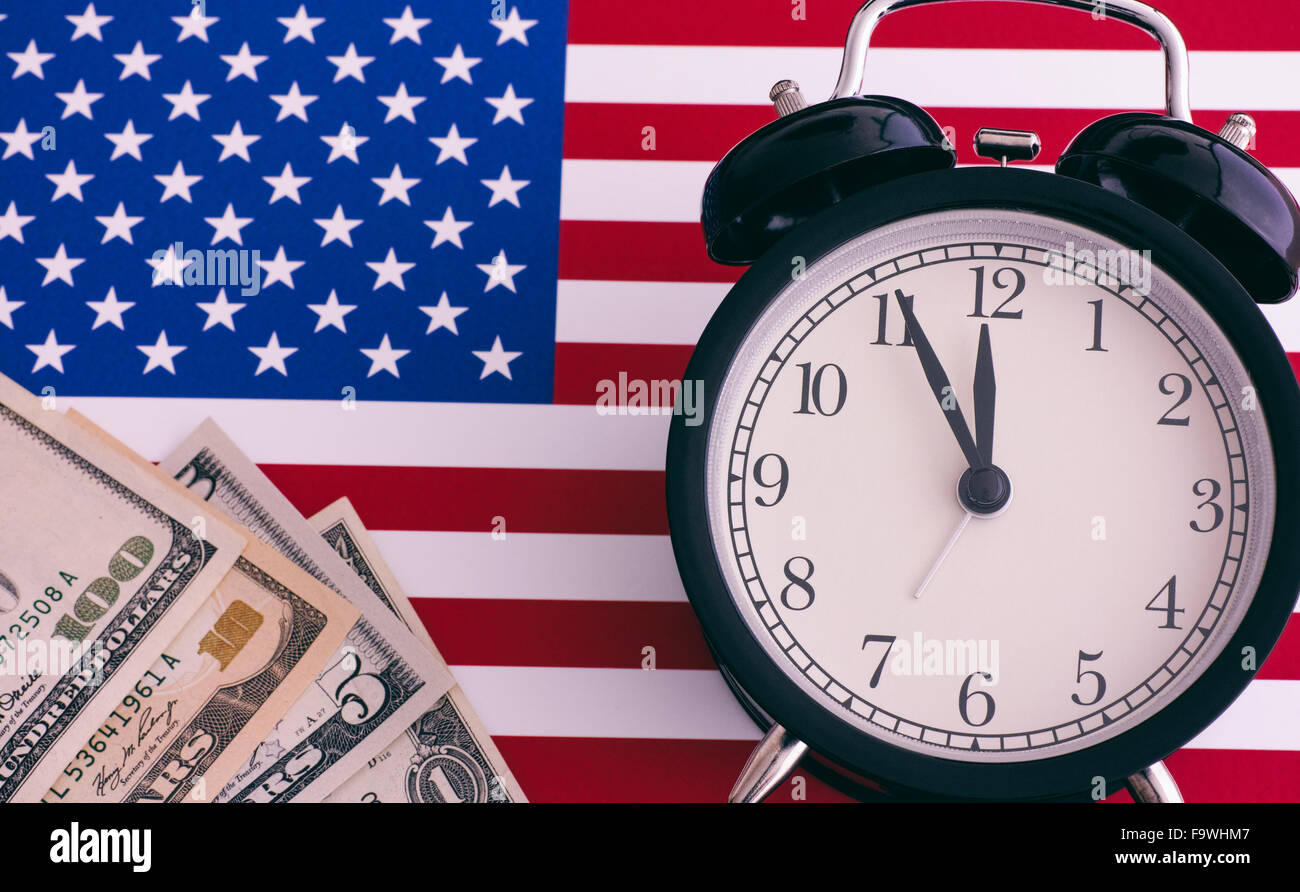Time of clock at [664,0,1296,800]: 11:55
